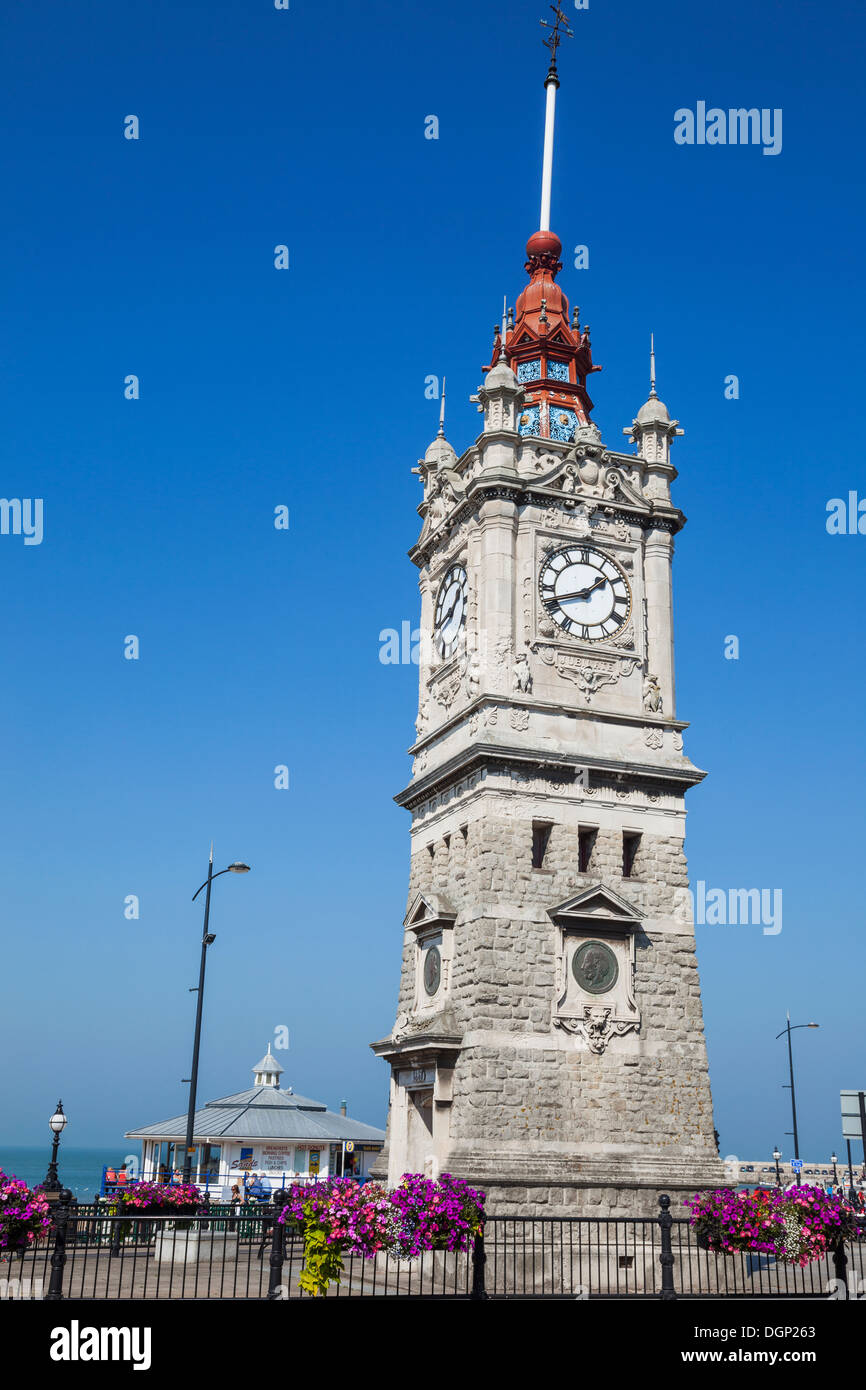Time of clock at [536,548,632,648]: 1:41
